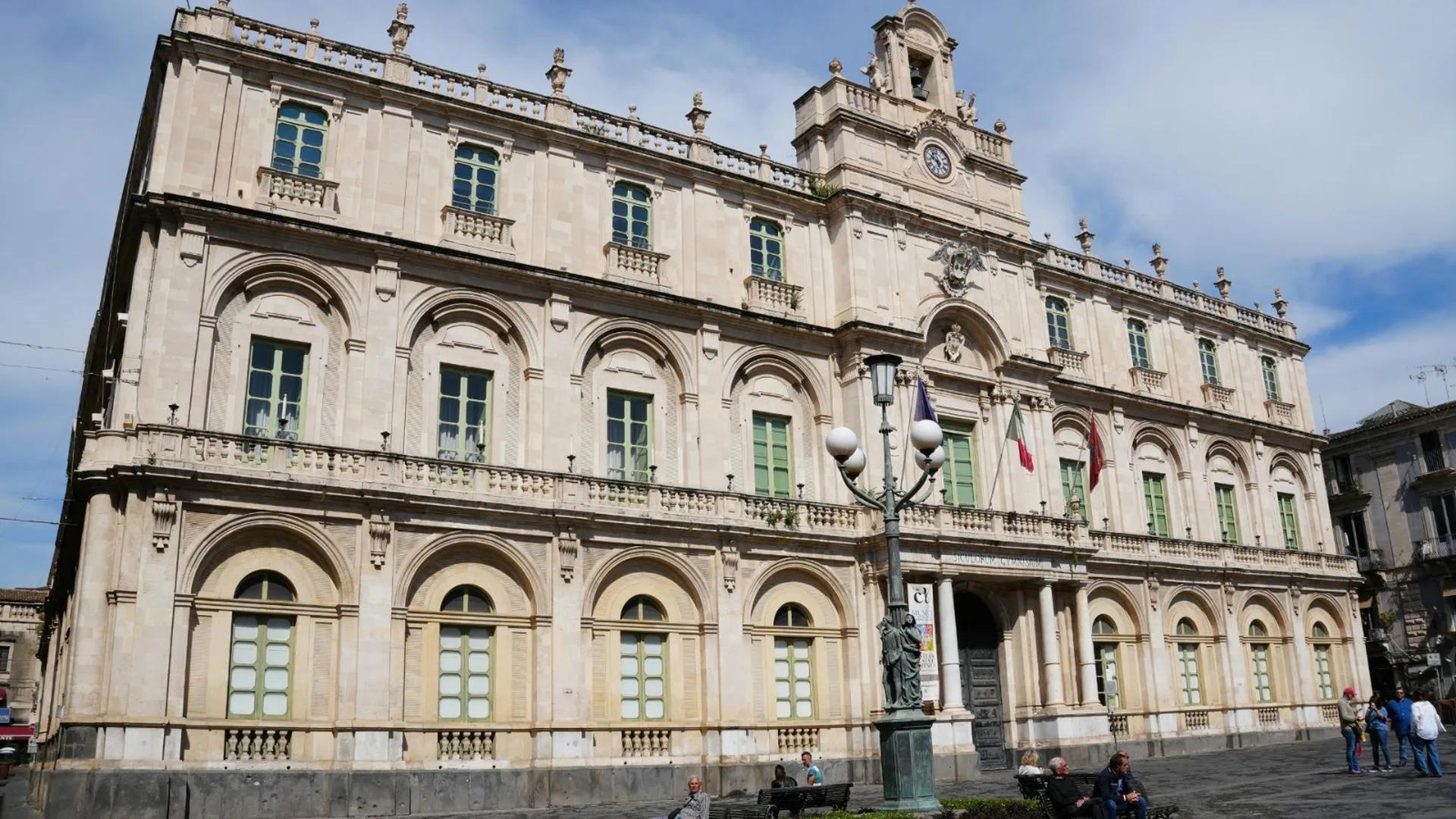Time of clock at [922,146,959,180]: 5:49
